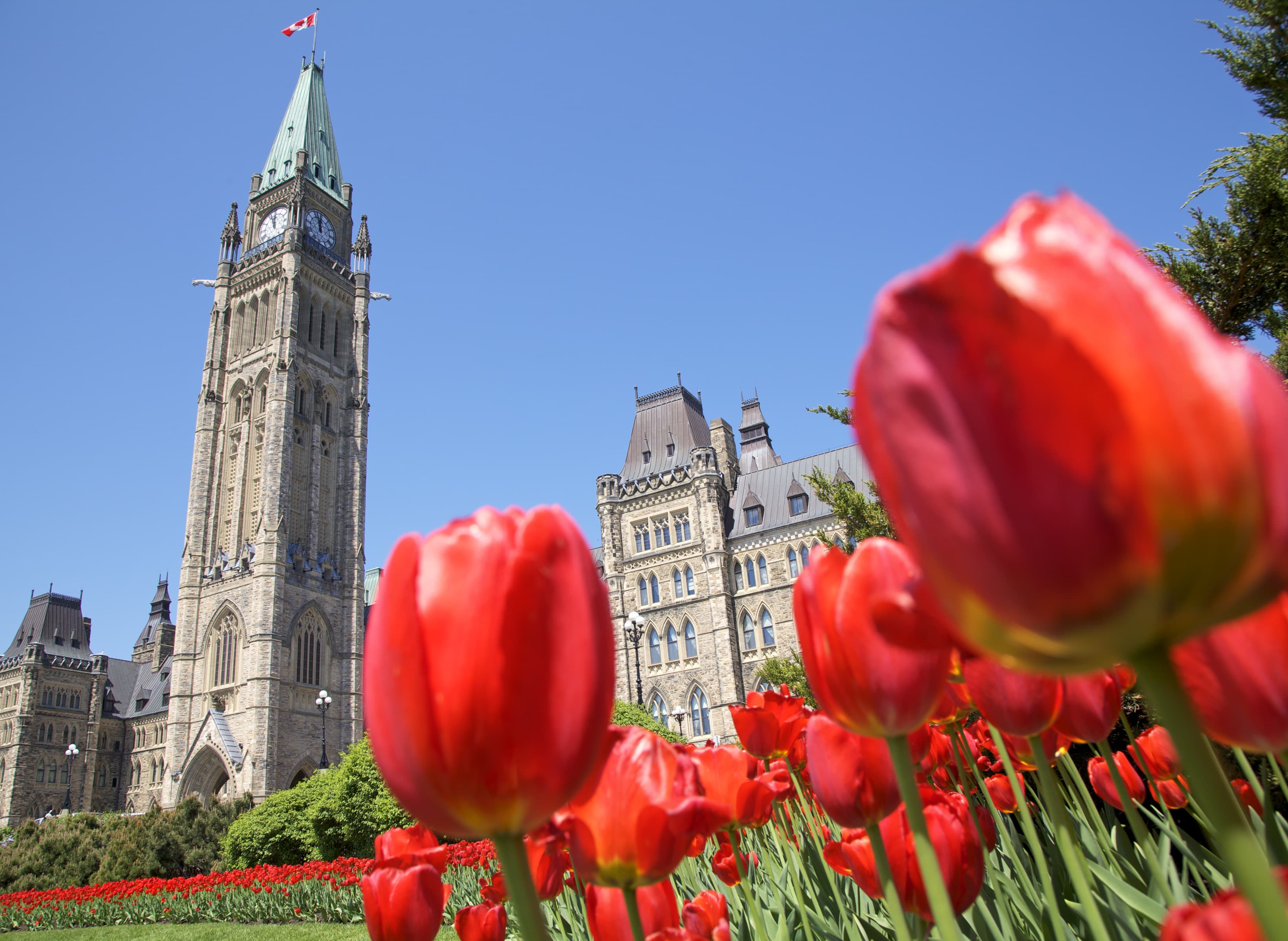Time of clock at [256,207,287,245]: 11:56
